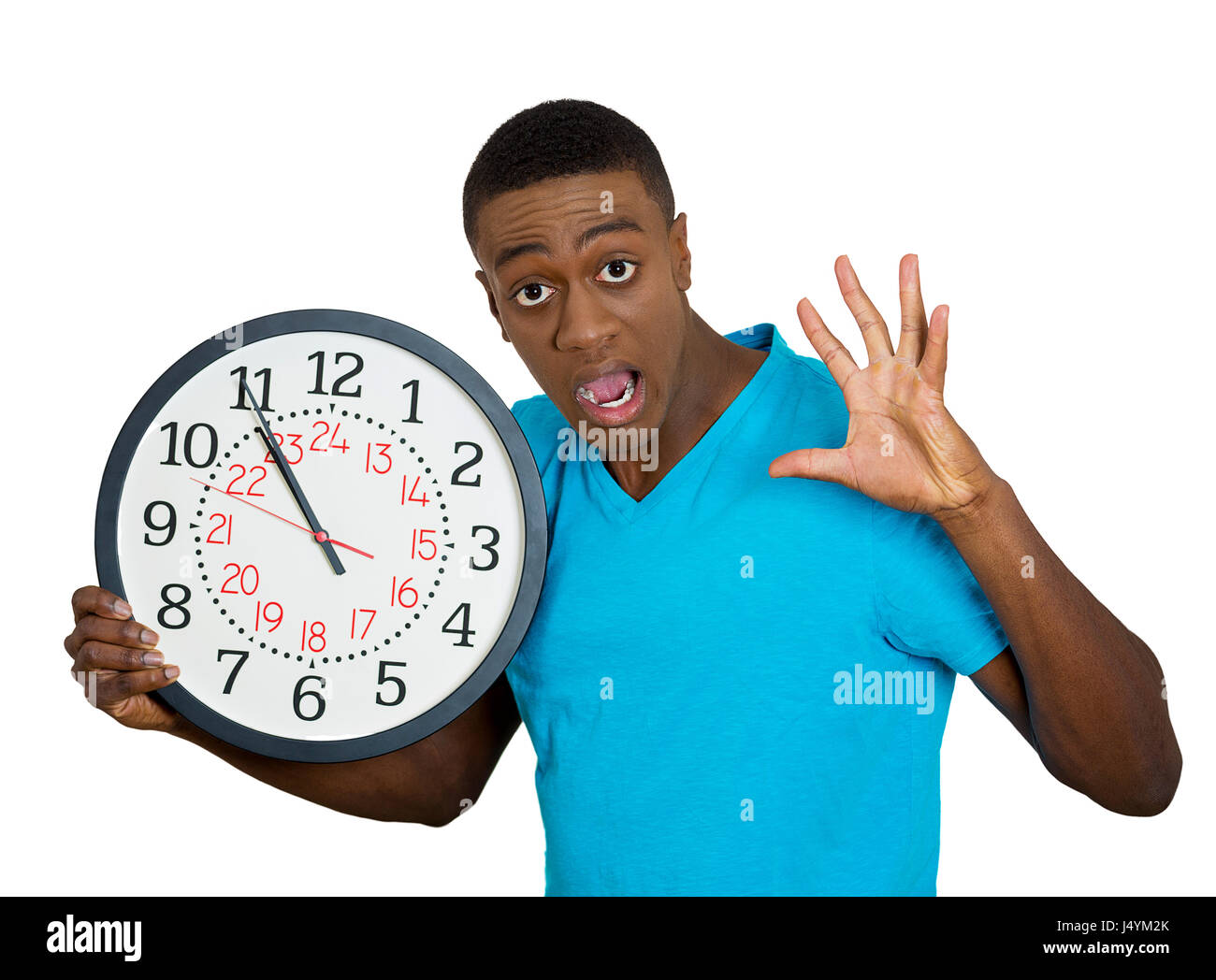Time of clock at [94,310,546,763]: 10:54
